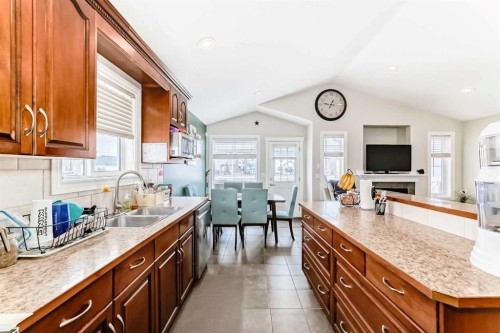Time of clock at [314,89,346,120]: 12:46
